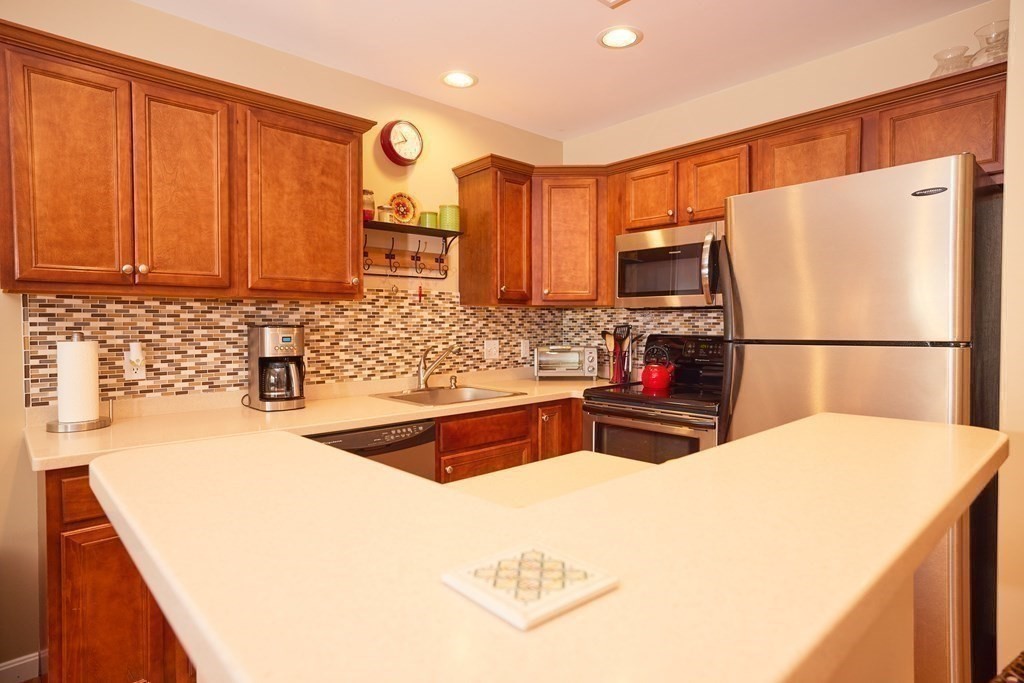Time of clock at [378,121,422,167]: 10:41
